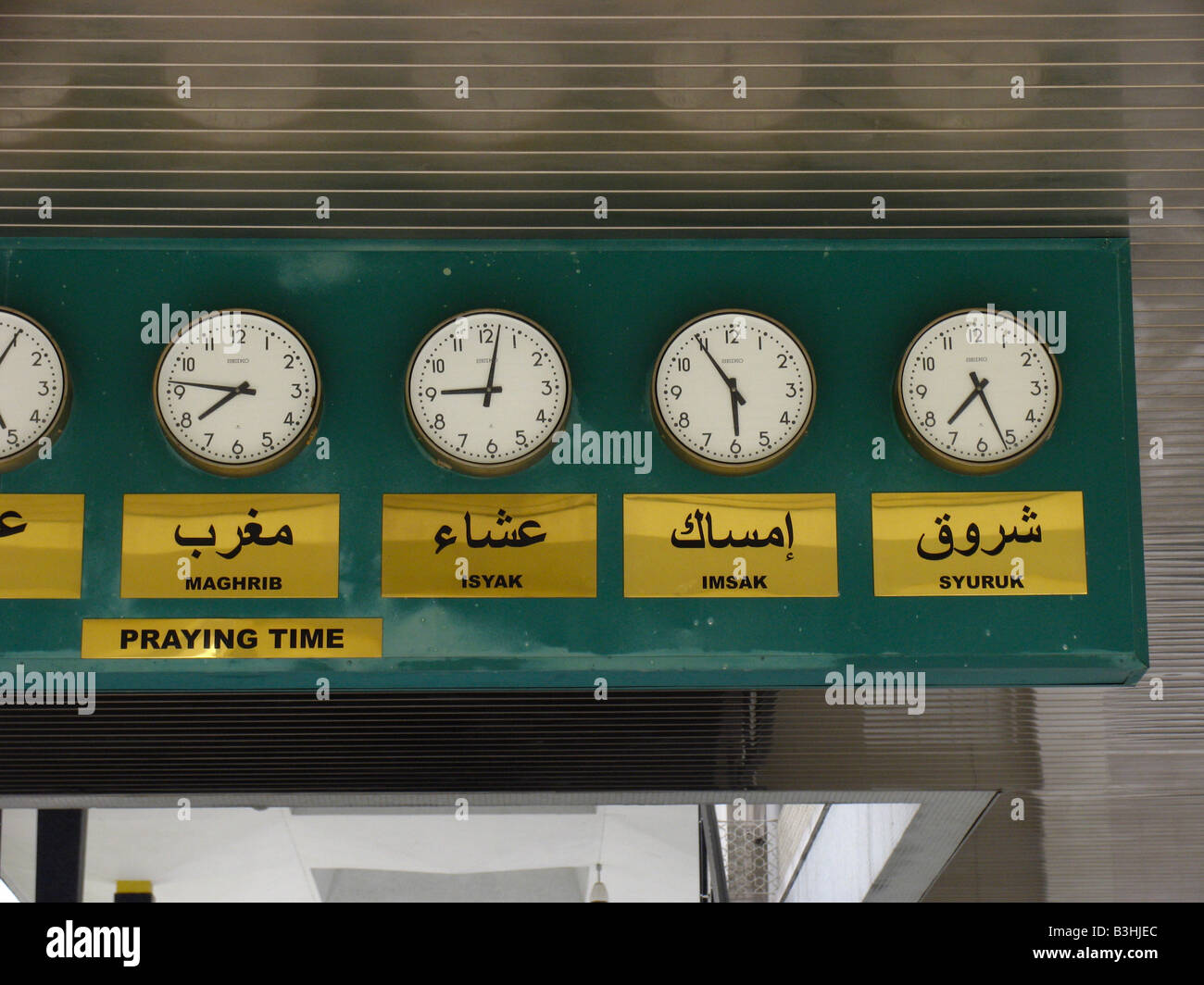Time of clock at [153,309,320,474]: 7:46
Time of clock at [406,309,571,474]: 9:01
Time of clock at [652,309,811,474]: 5:54
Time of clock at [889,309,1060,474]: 7:26
